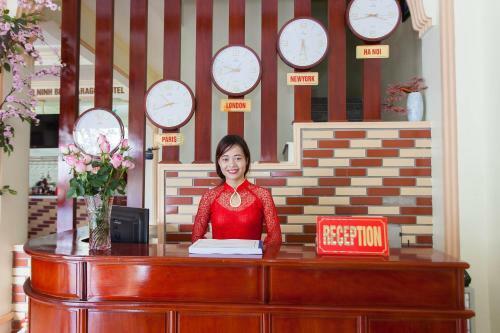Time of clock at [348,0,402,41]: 3:43
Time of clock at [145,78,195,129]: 10:42
